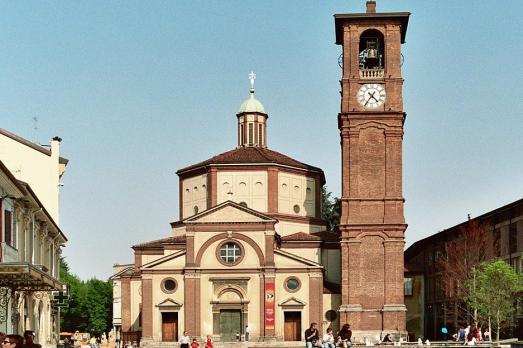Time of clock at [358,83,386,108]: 4:35
